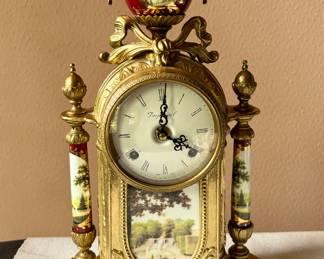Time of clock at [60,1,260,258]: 4:01
